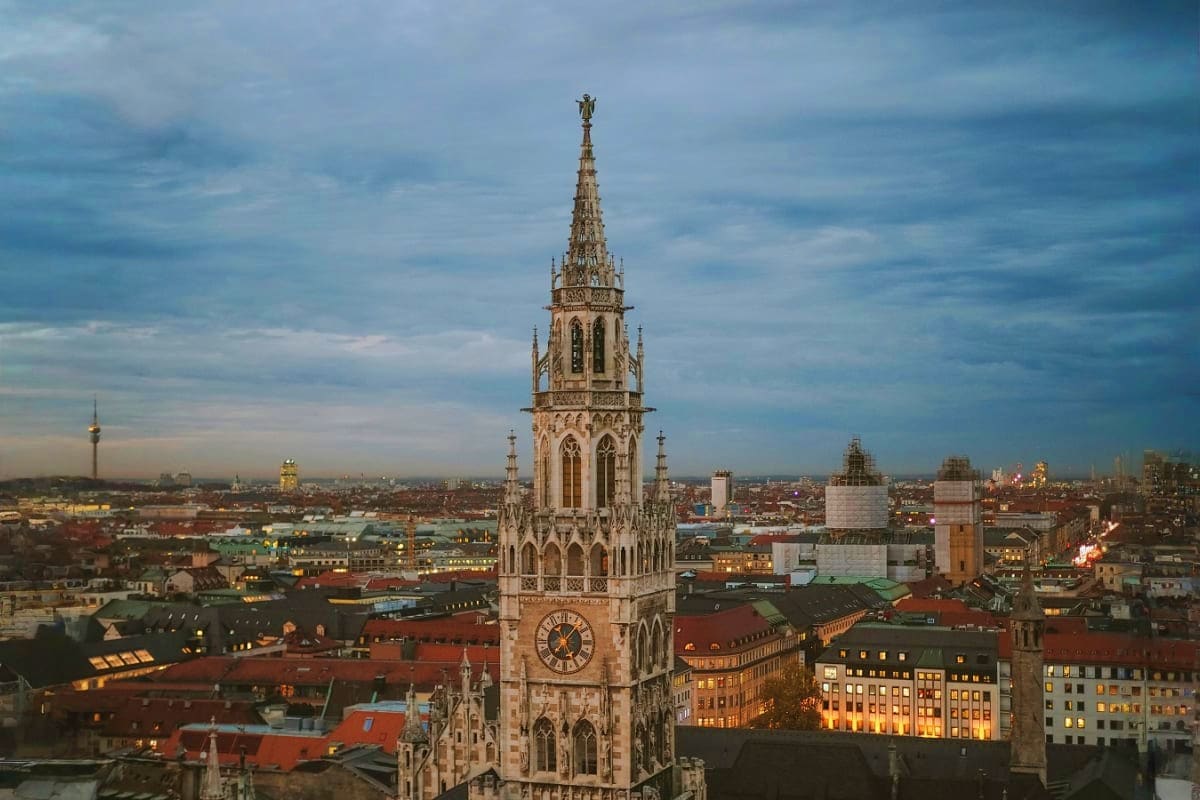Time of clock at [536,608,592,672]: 5:06
